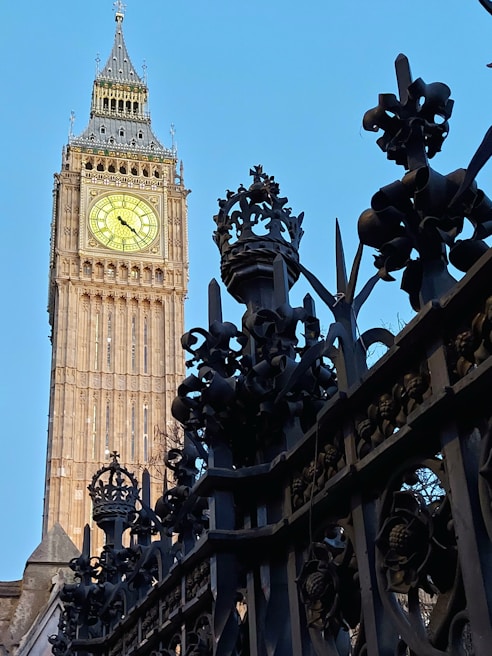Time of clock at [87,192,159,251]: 4:22
